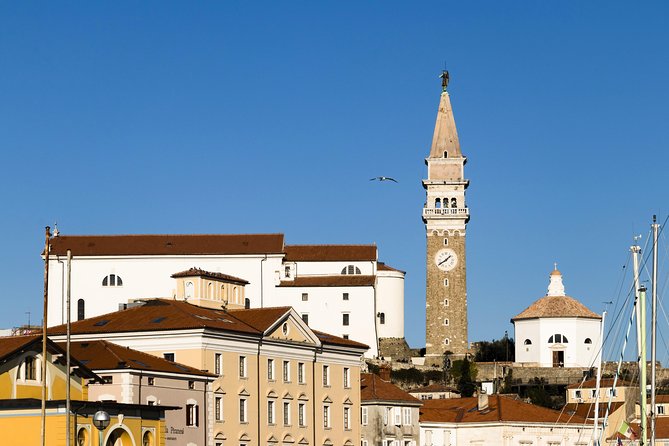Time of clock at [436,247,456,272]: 1:39
